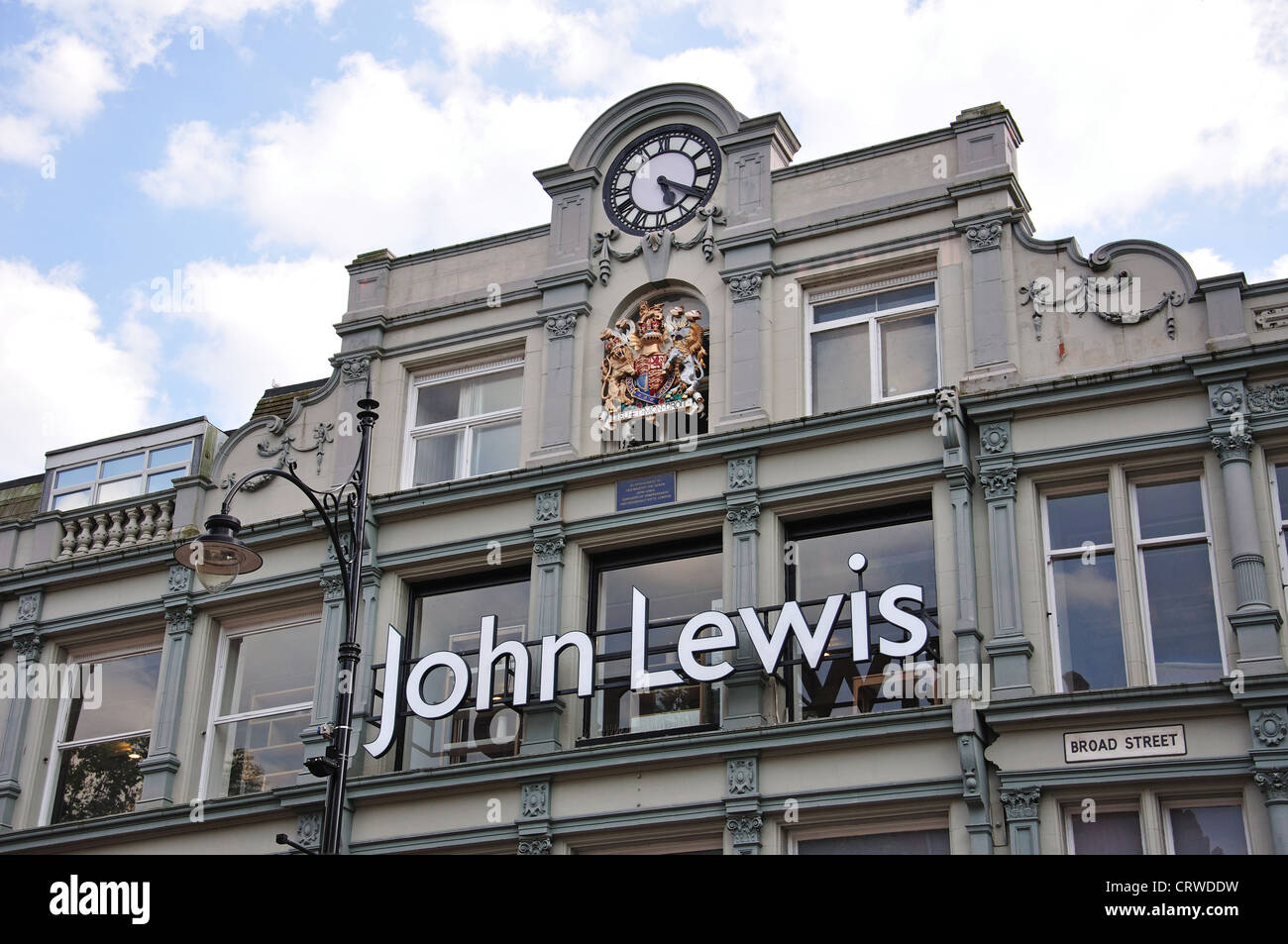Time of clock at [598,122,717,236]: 5:19
